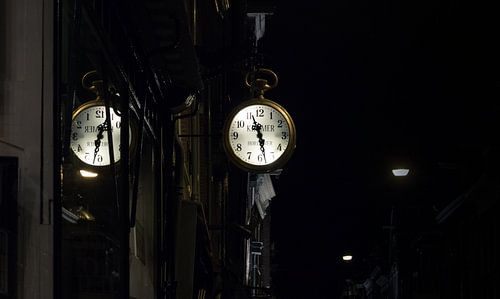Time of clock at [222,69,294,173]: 11:28
